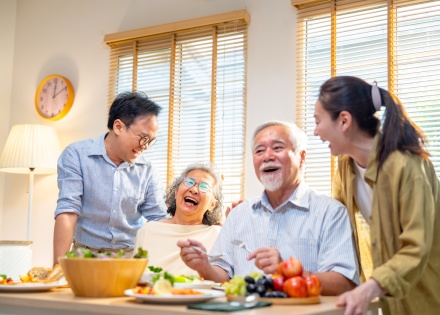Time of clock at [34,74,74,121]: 12:09
